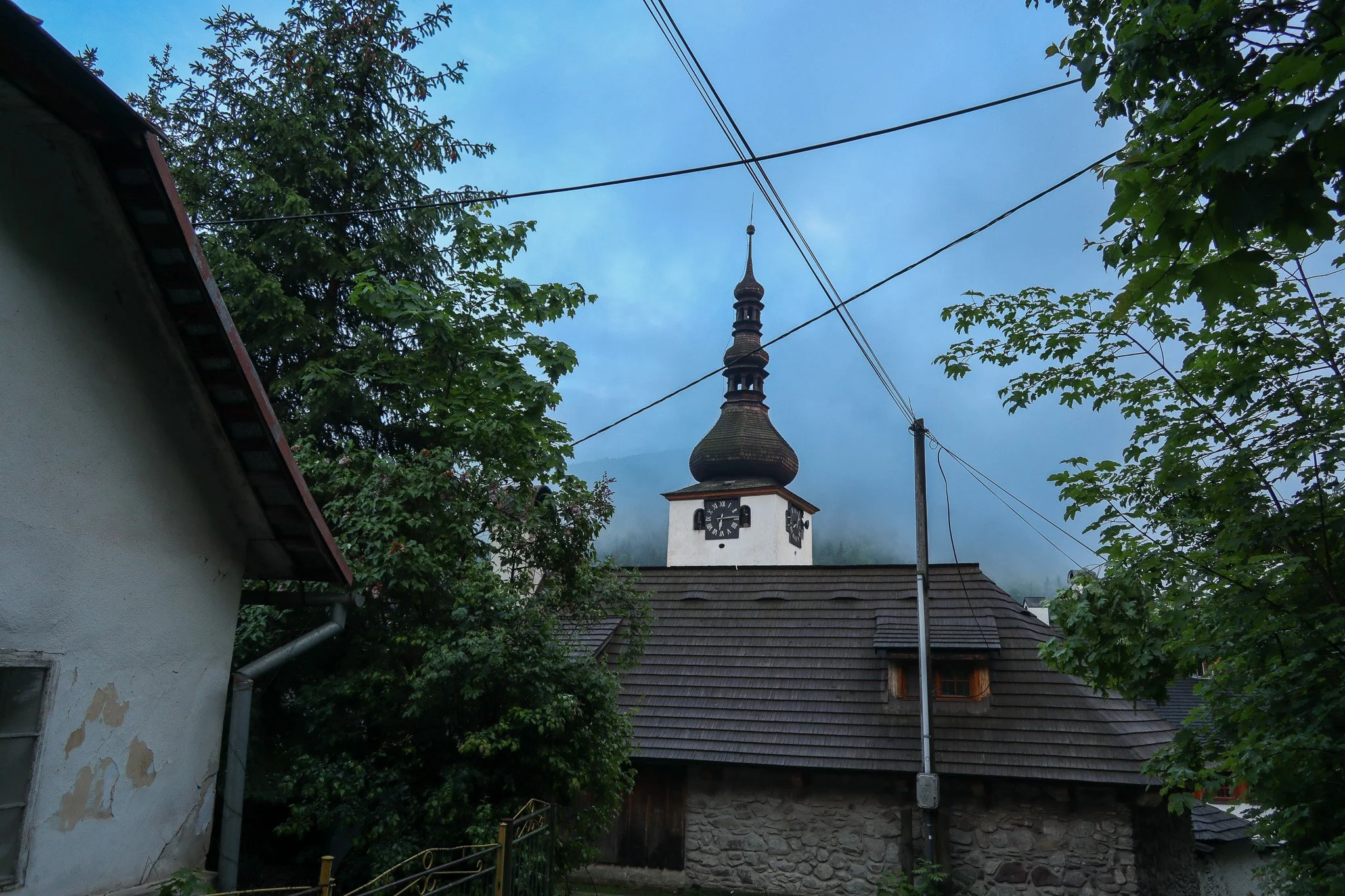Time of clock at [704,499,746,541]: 6:14
